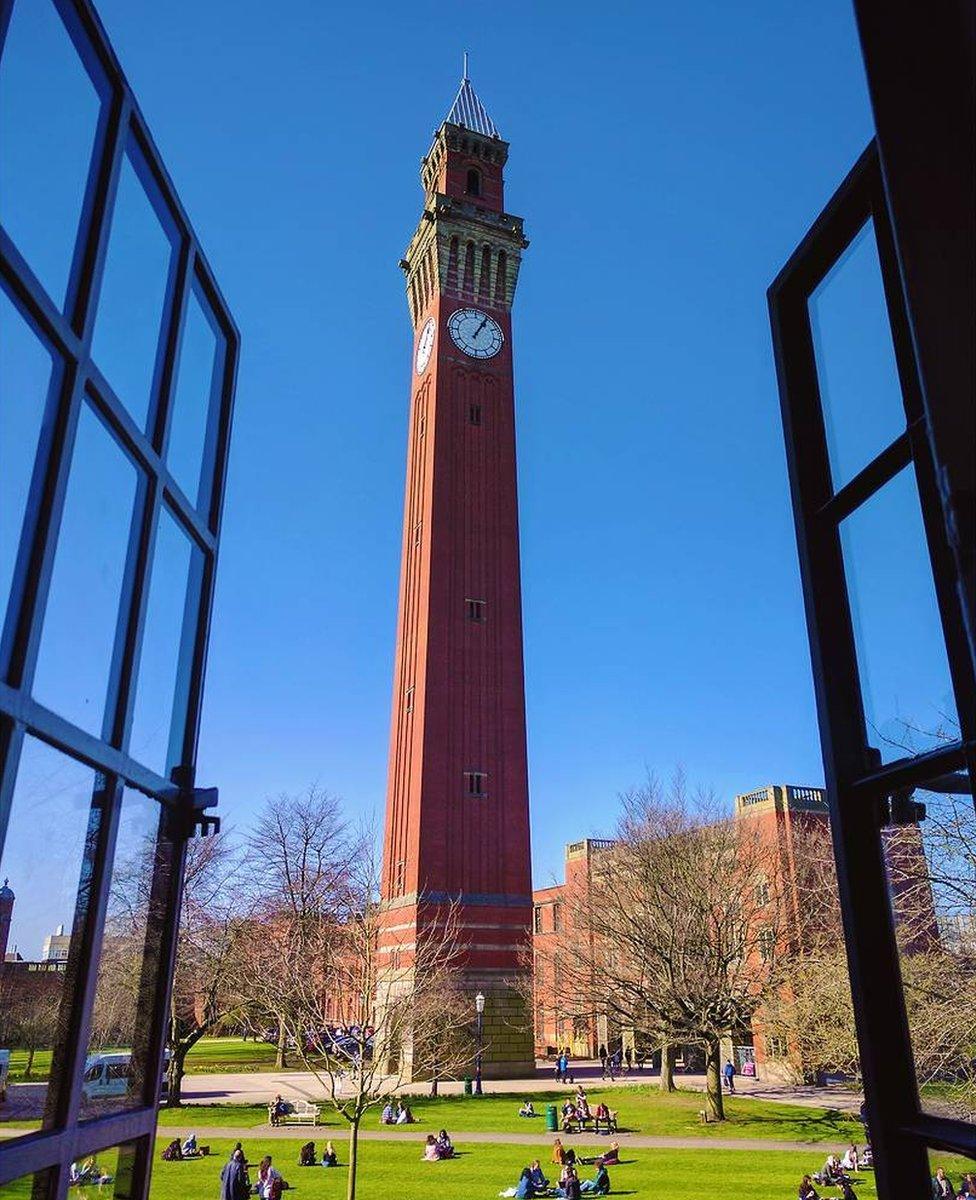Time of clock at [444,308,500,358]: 1:05
